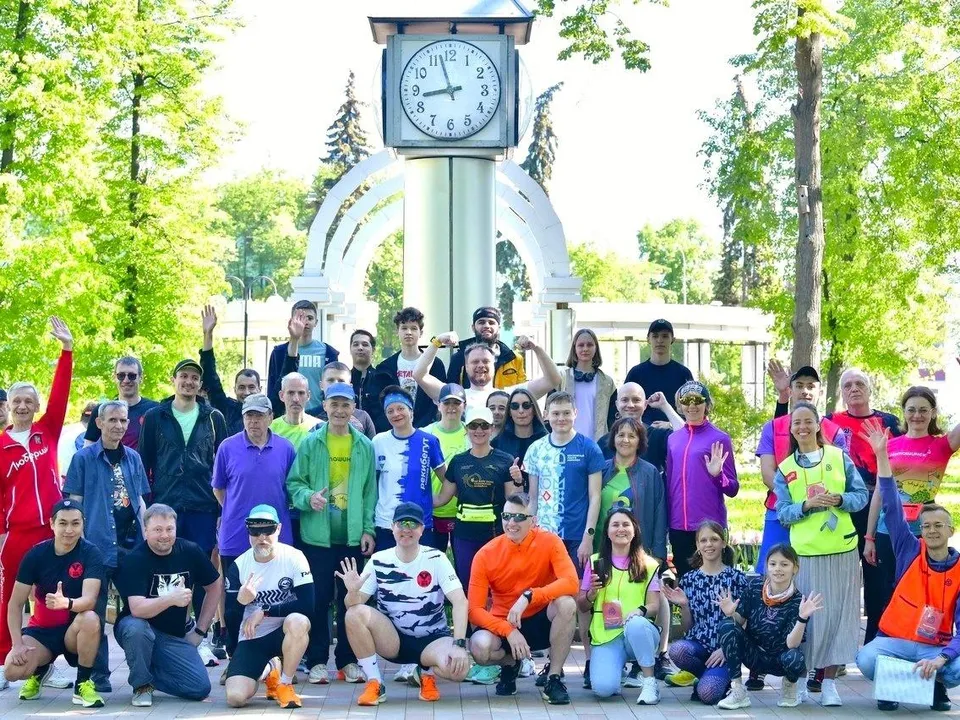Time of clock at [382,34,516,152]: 8:57
